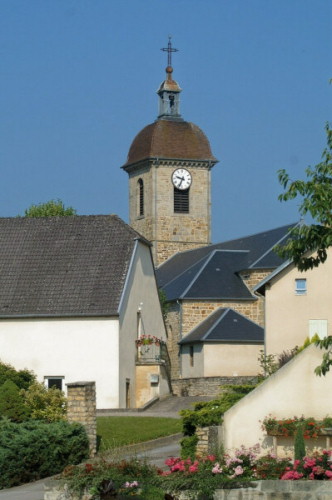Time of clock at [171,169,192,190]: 9:34
